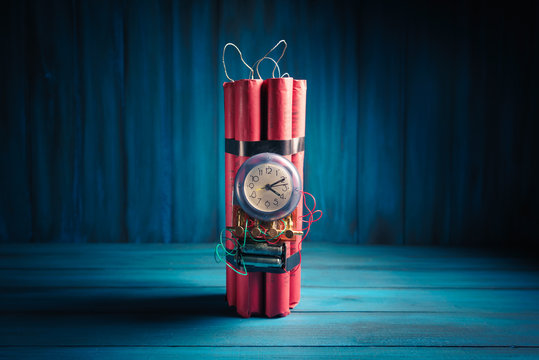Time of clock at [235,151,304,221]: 4:10
